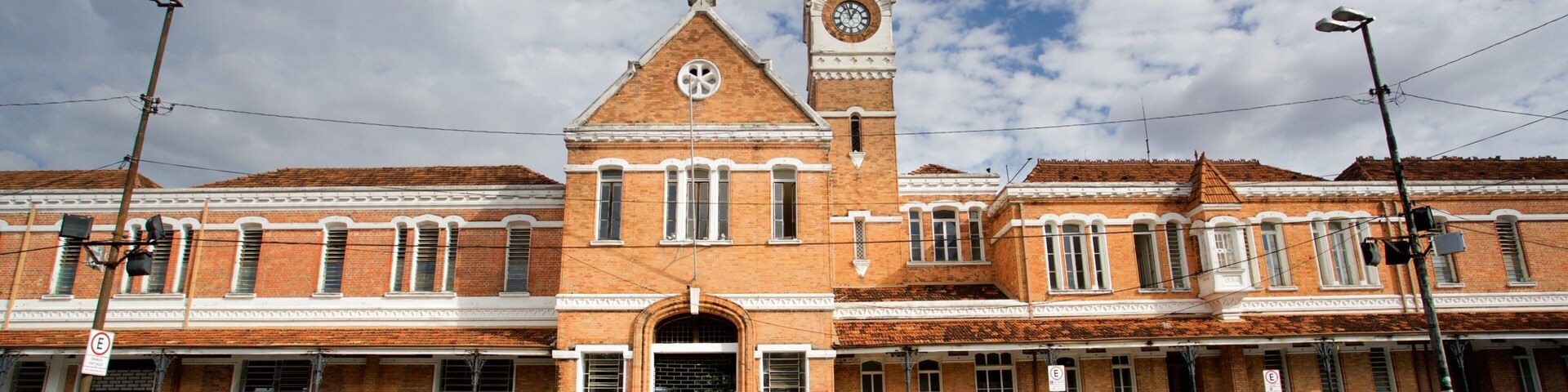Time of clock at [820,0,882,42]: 12:57
